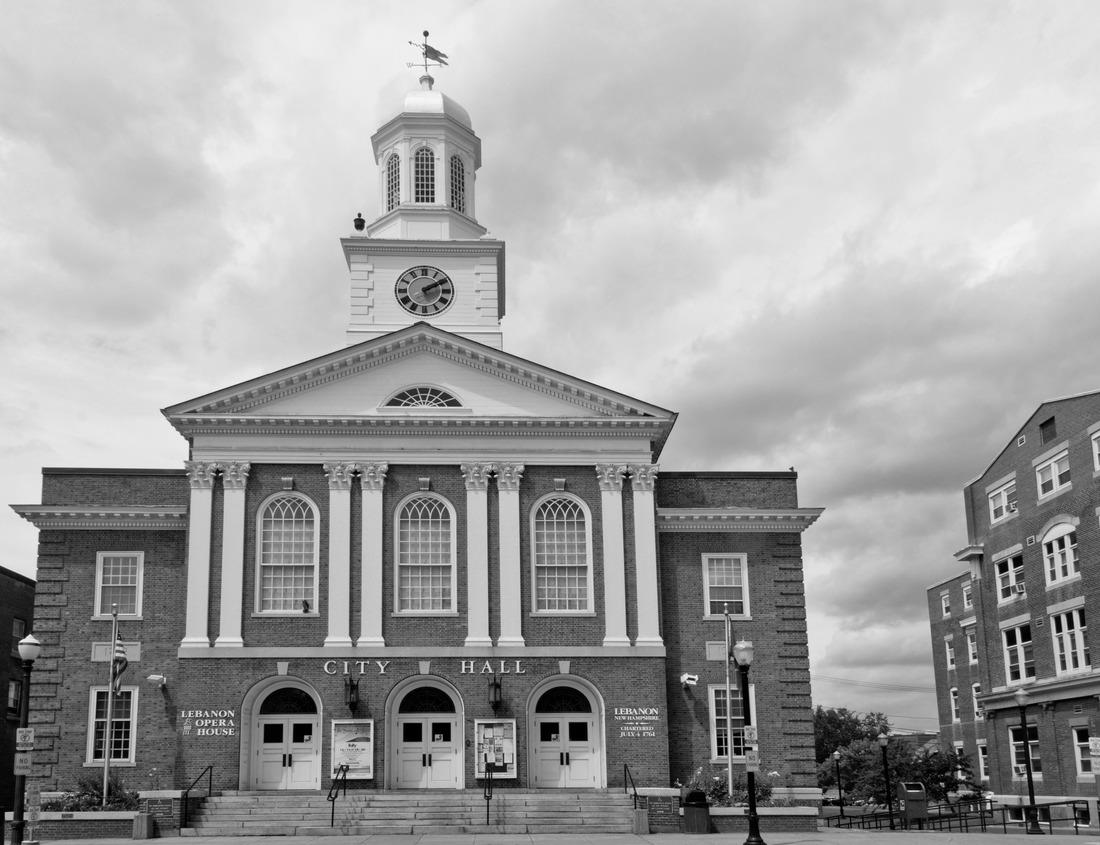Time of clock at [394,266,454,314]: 2:09
